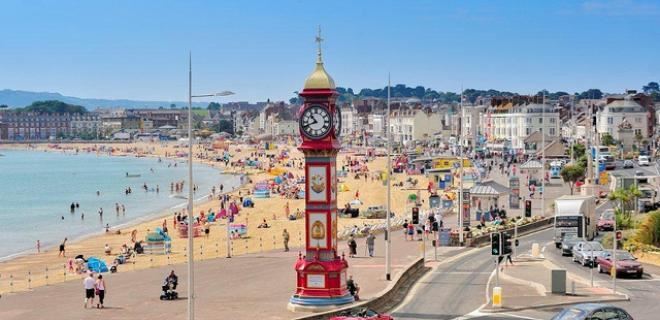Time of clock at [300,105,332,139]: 10:41
